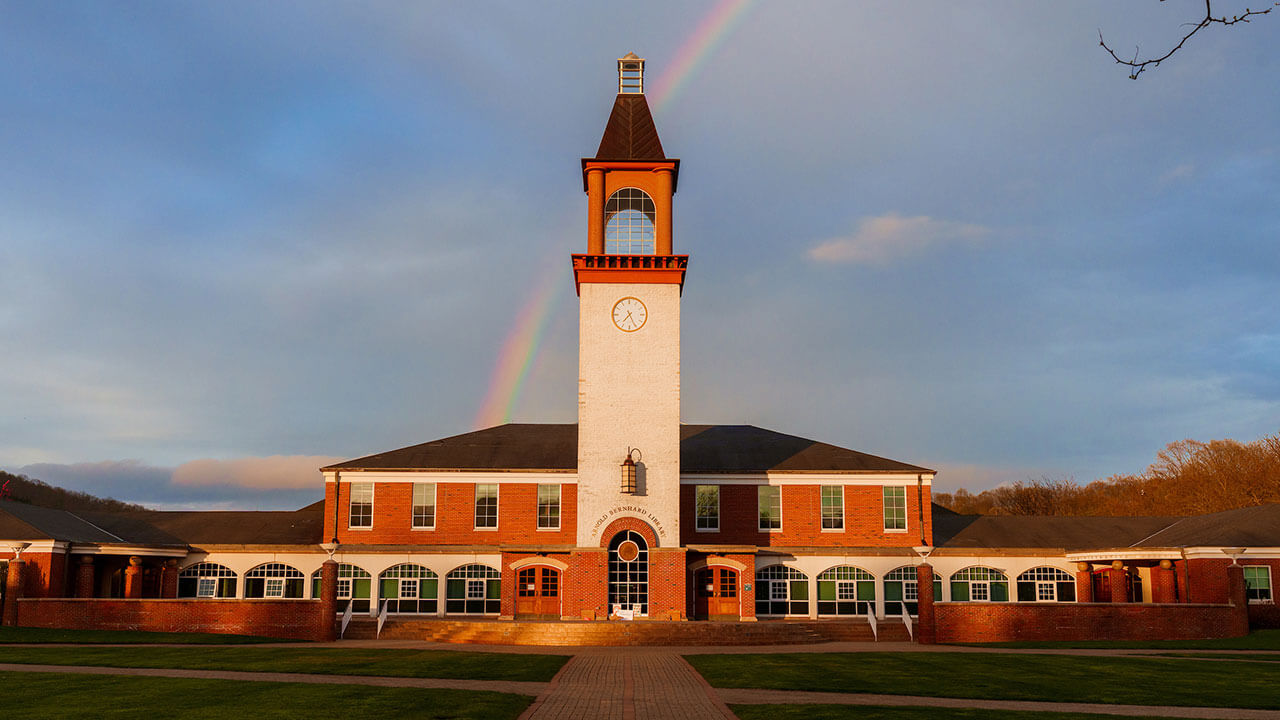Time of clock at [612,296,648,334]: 7:25
